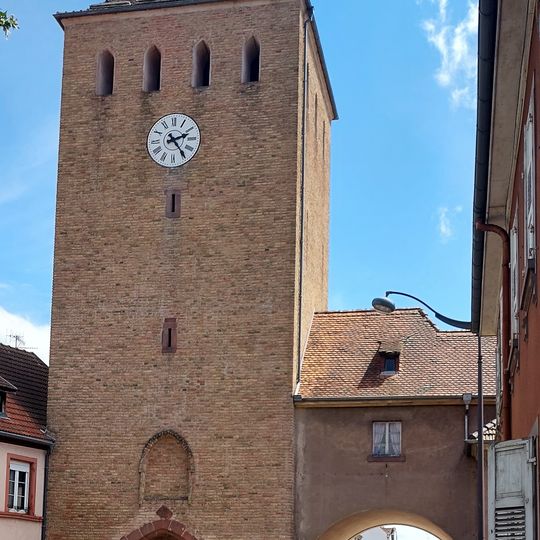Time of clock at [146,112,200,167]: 2:24
